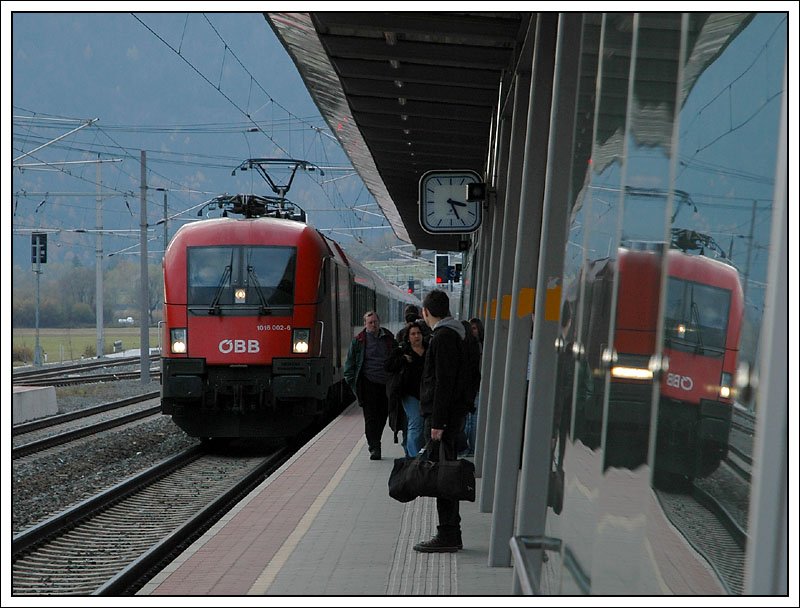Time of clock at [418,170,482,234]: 3:26
